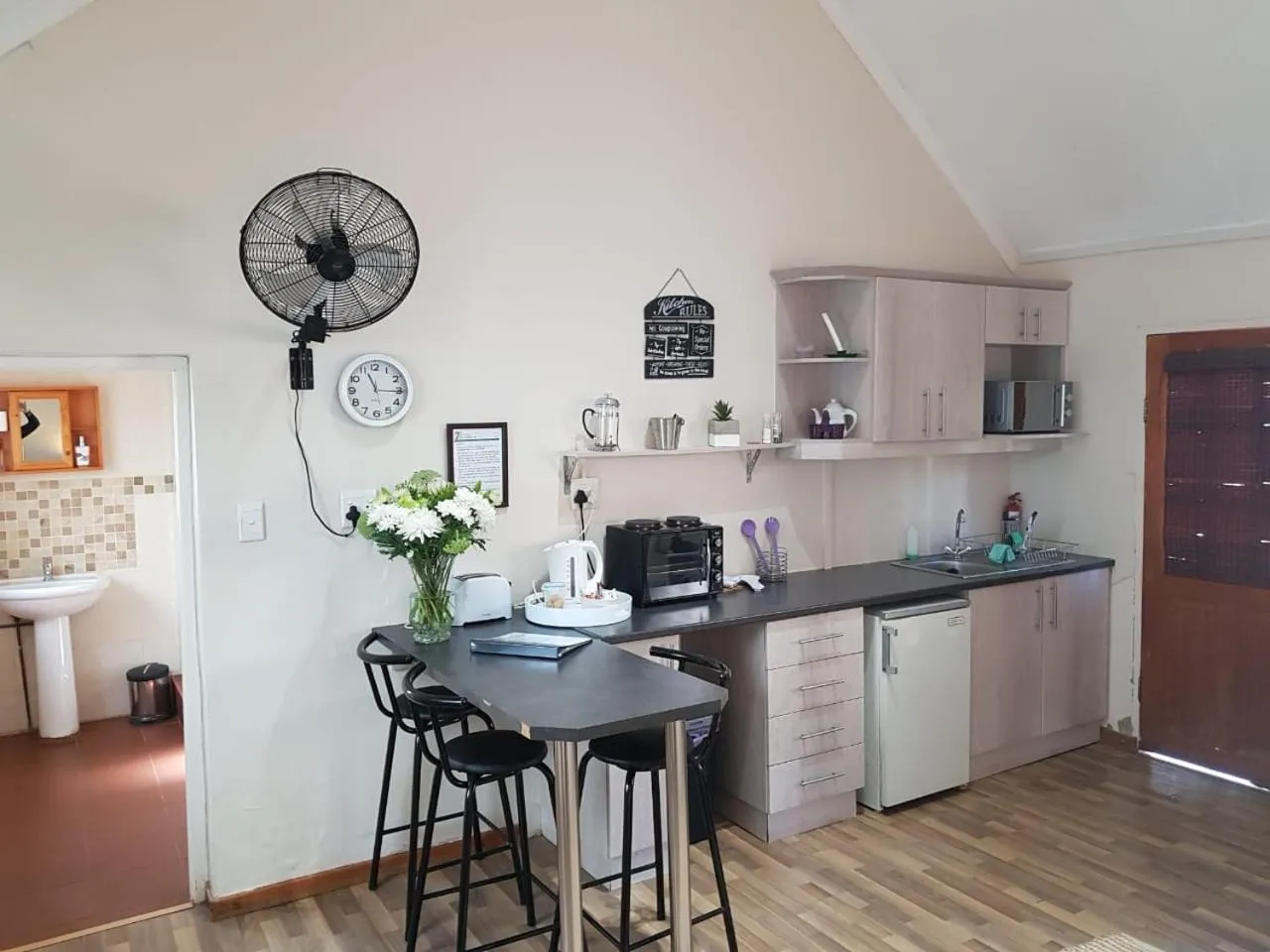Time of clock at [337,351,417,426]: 11:15
